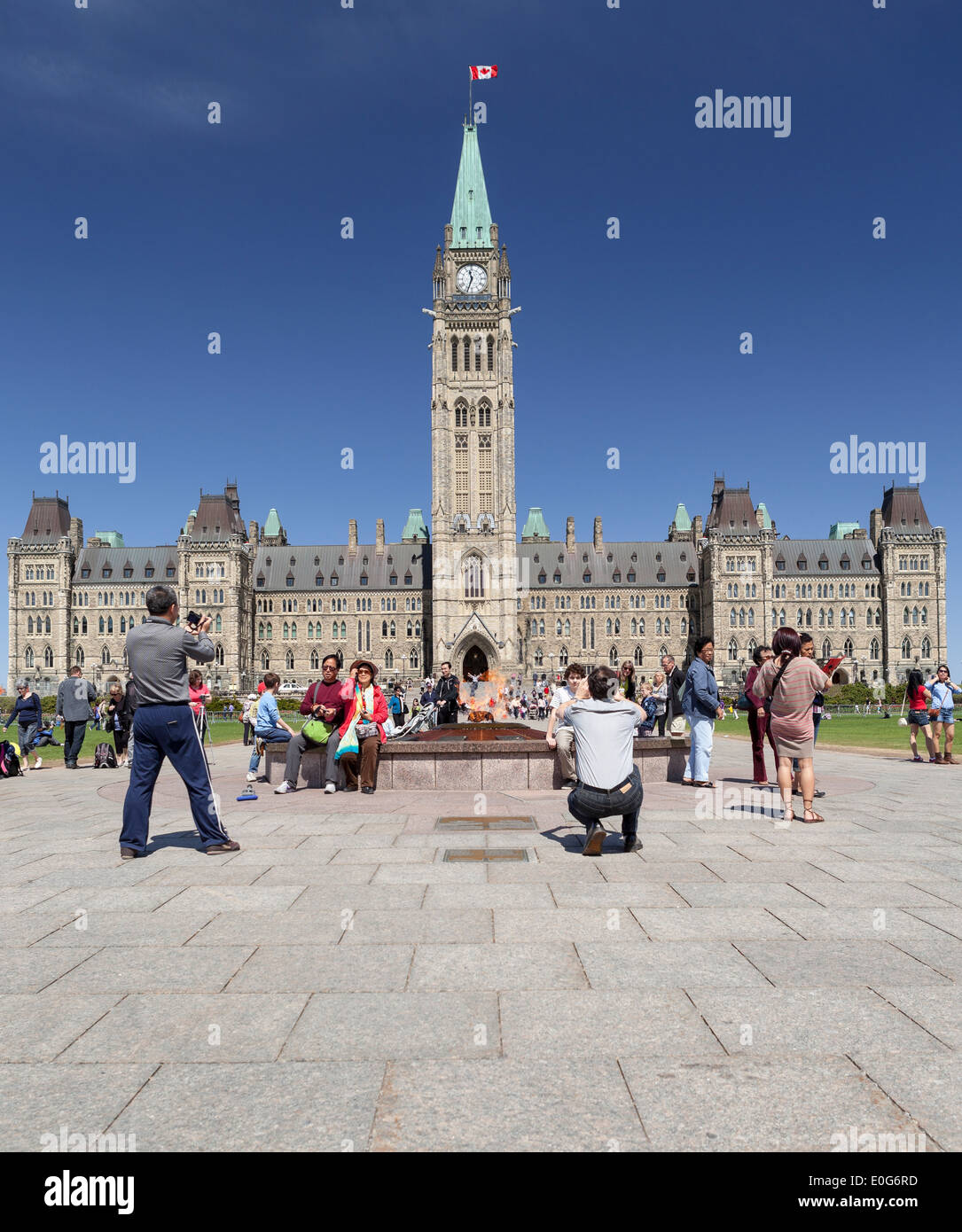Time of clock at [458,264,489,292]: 11:33
